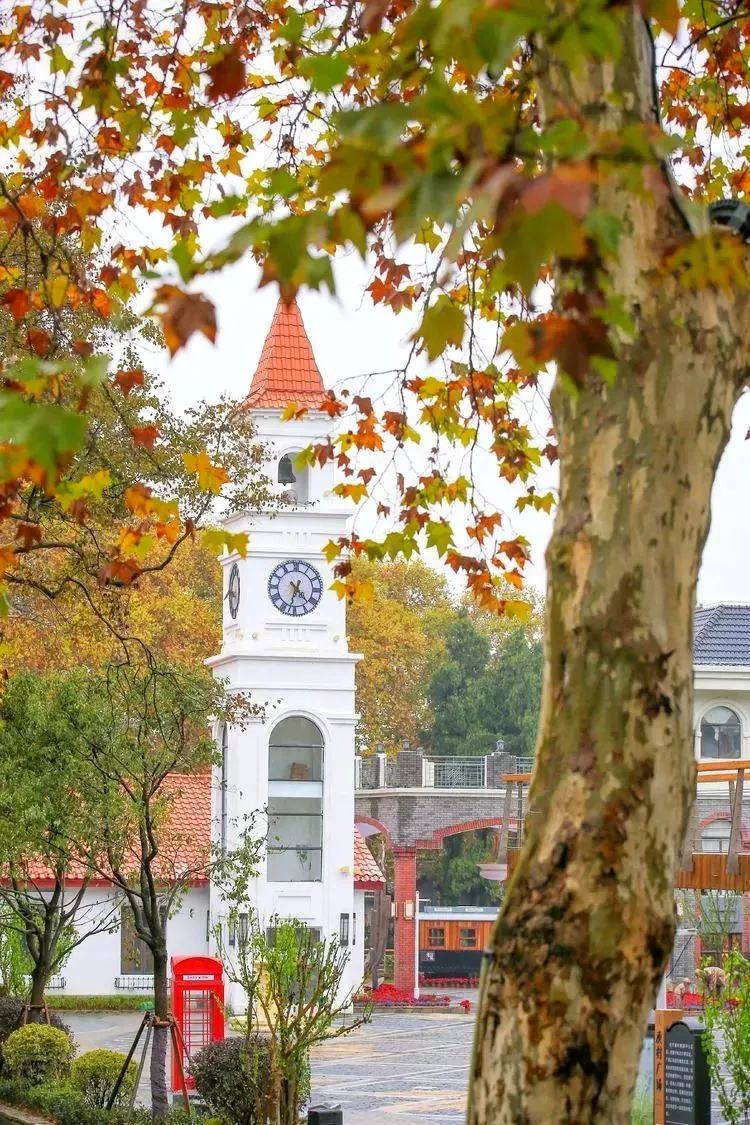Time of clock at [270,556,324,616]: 4:32
